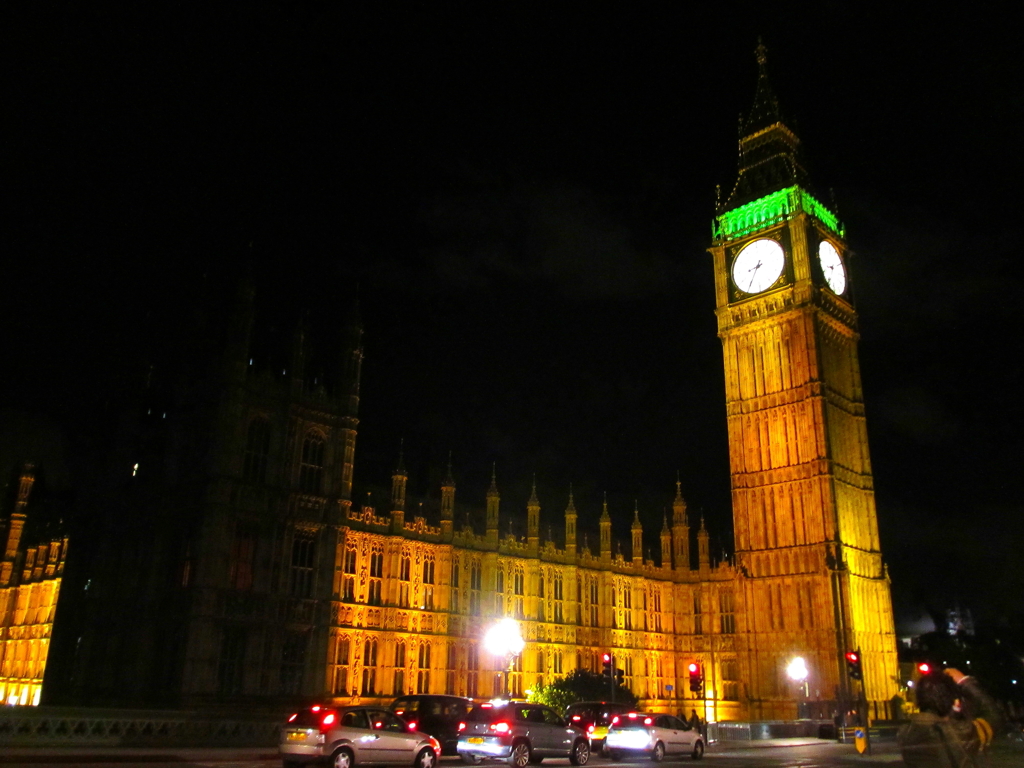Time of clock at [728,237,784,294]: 8:35
